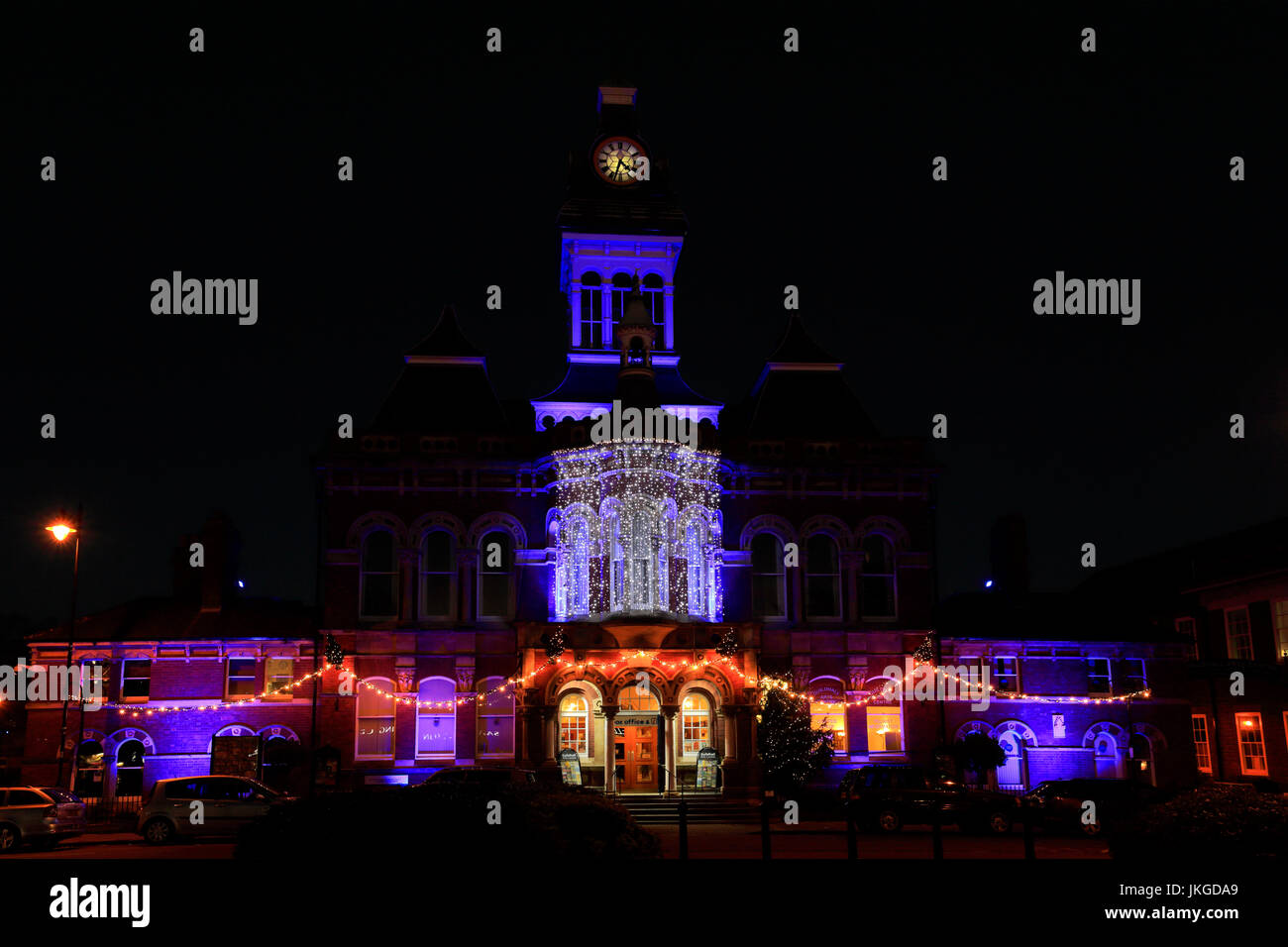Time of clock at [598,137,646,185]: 4:33
